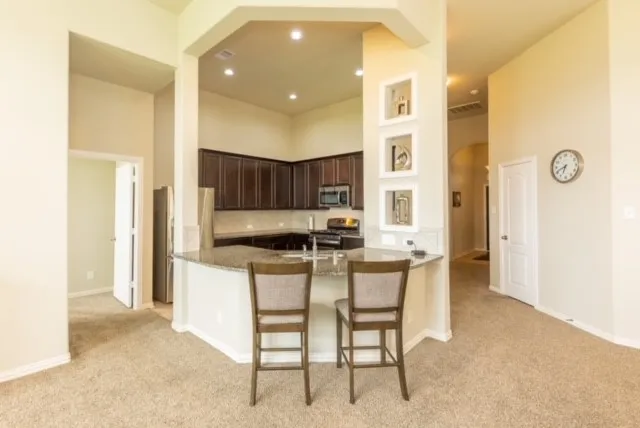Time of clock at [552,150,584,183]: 6:41
